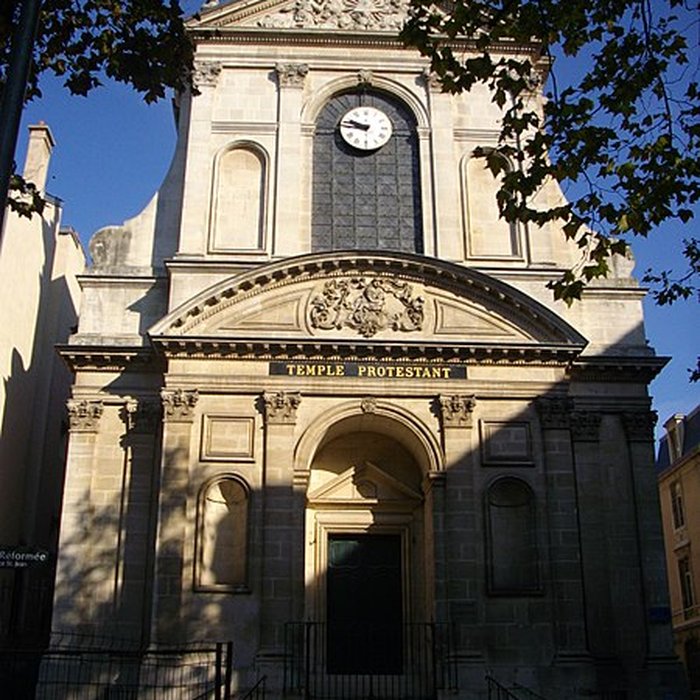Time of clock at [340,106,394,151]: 9:45
